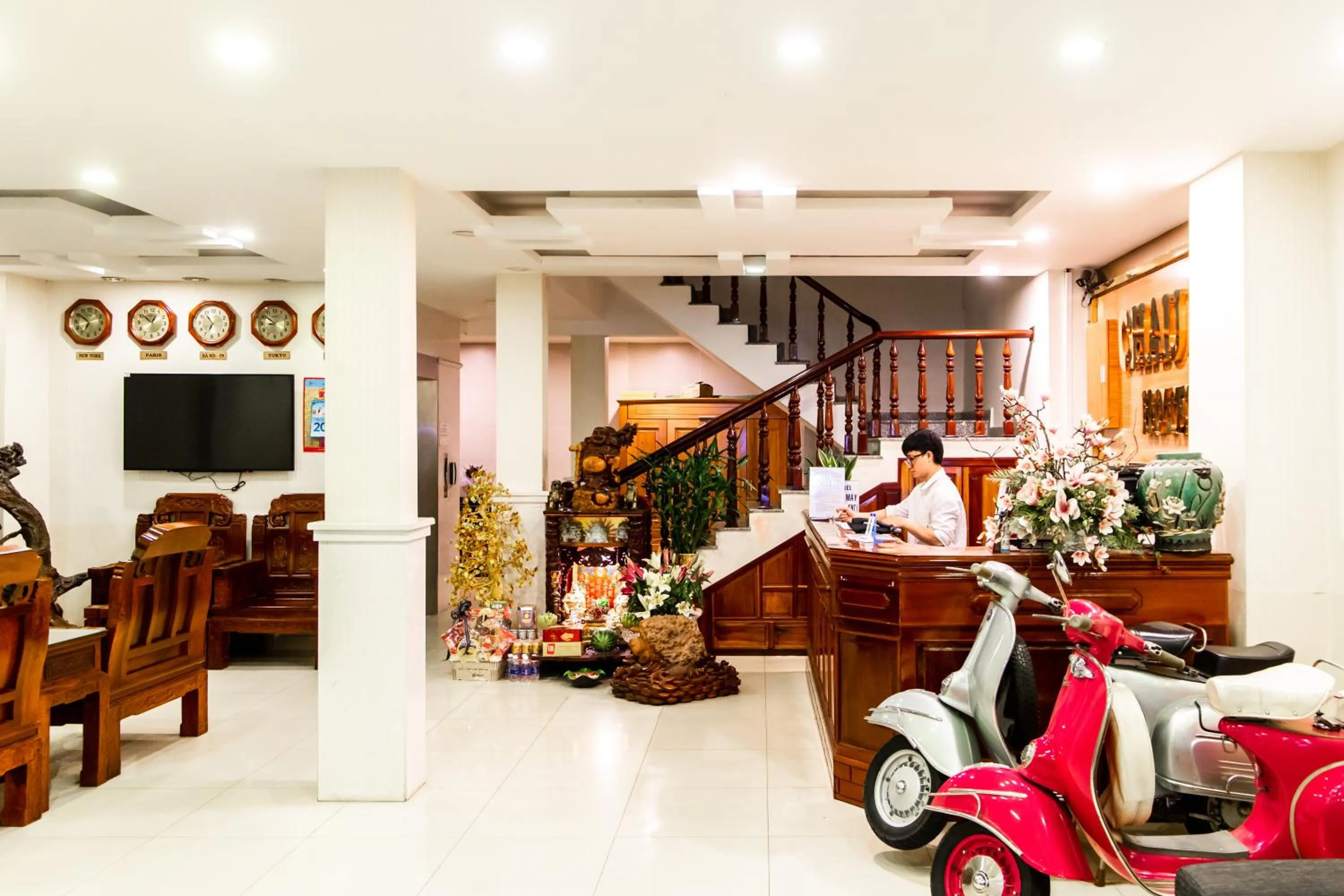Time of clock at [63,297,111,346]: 6:51
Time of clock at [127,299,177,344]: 12:51
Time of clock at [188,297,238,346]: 6:53
